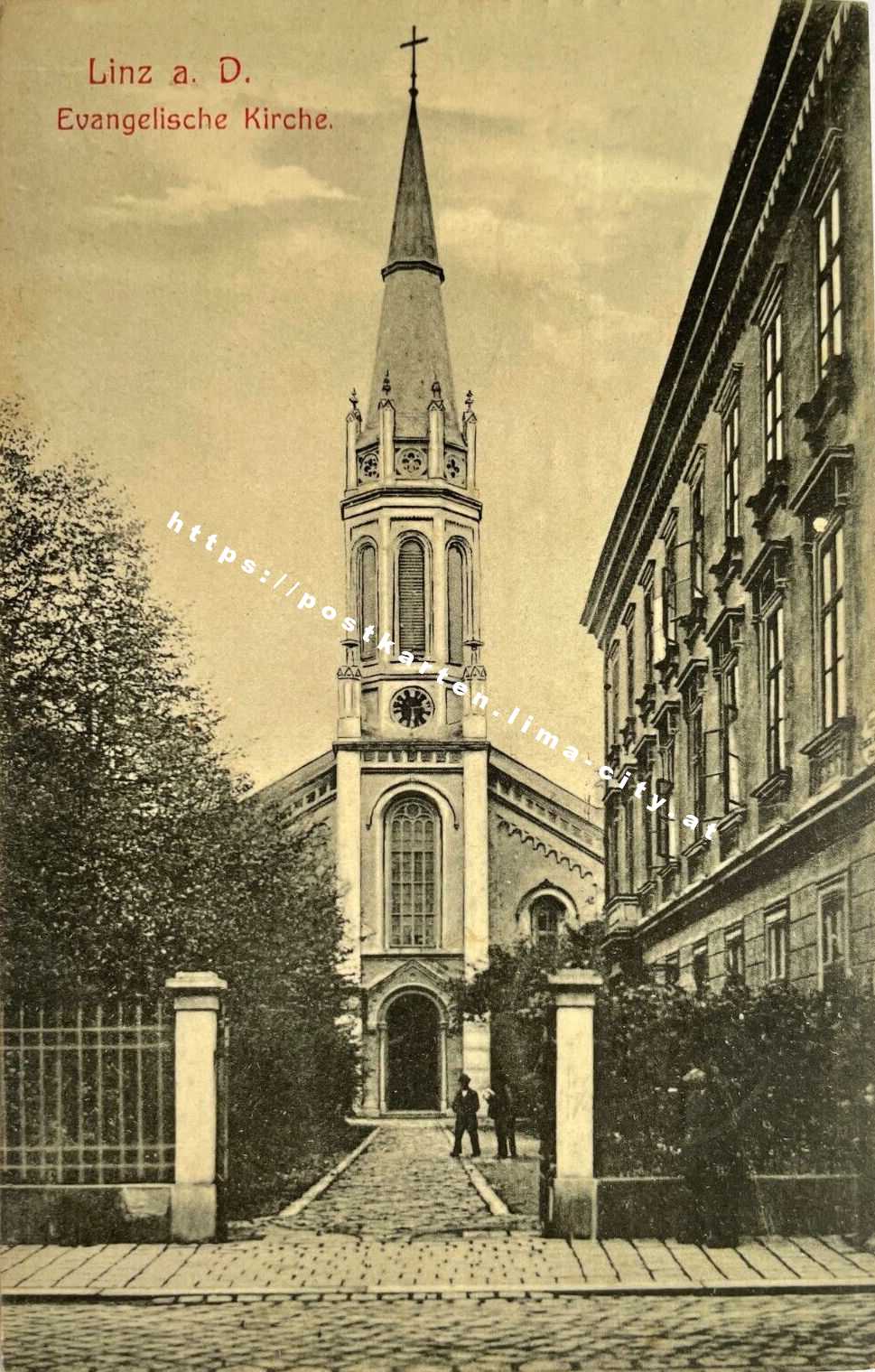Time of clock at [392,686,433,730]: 2:29
